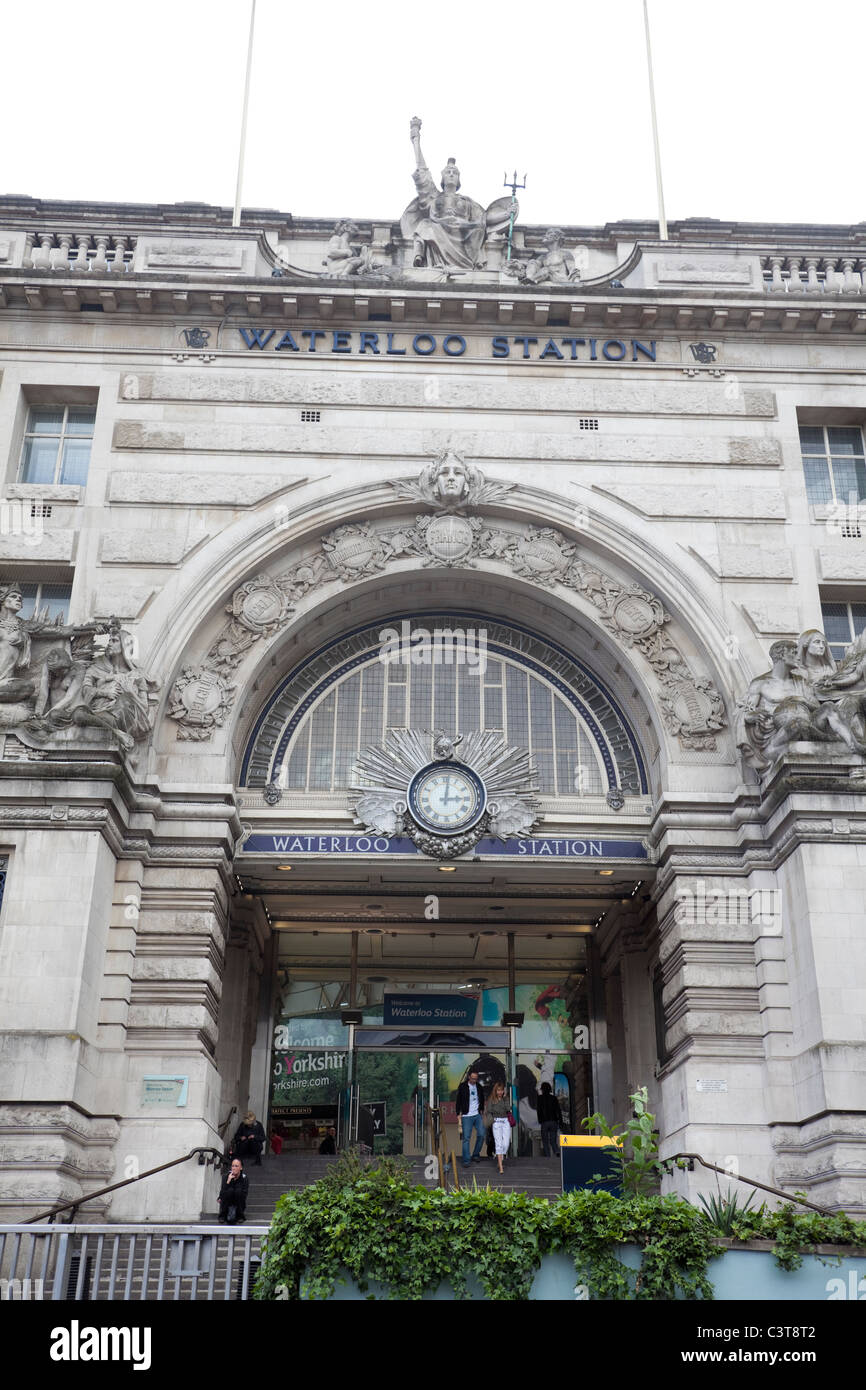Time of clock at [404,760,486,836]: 3:01
